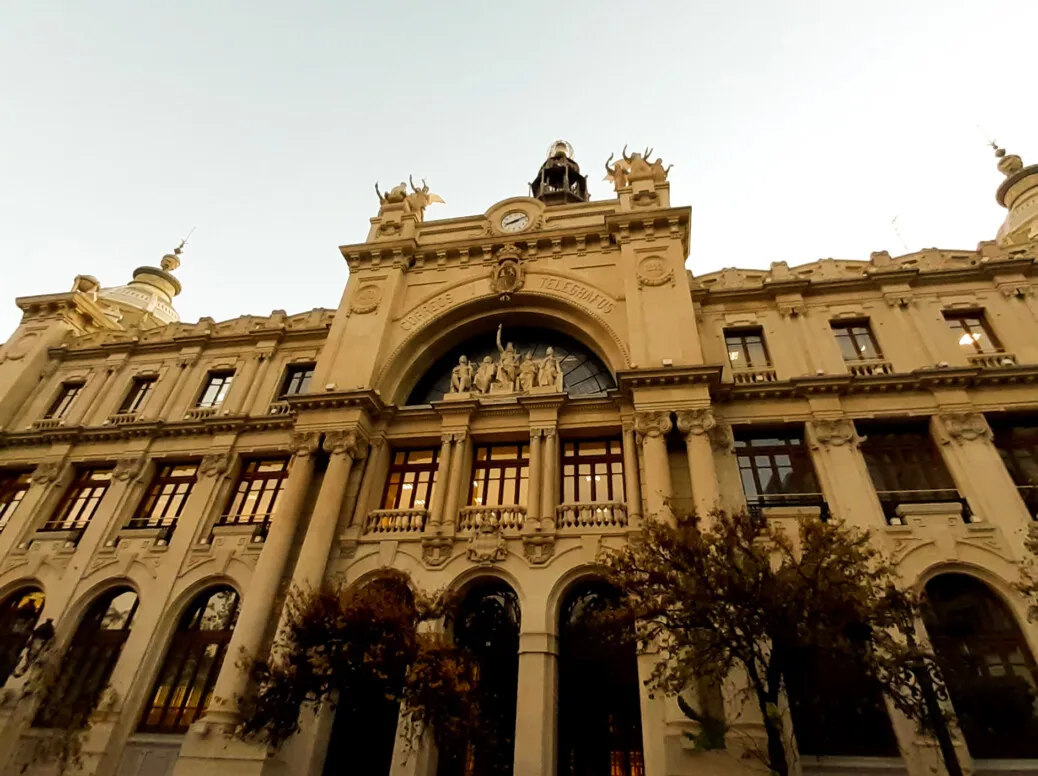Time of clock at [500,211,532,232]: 8:11
